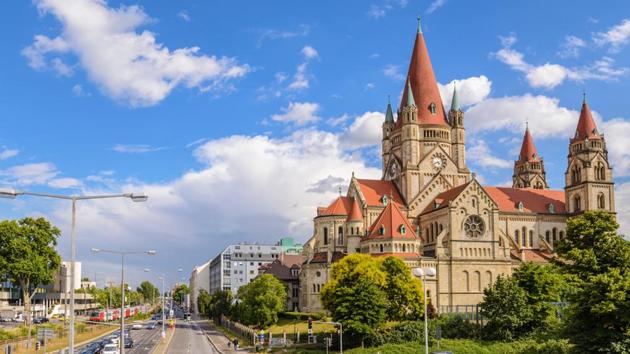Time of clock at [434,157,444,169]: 4:41
